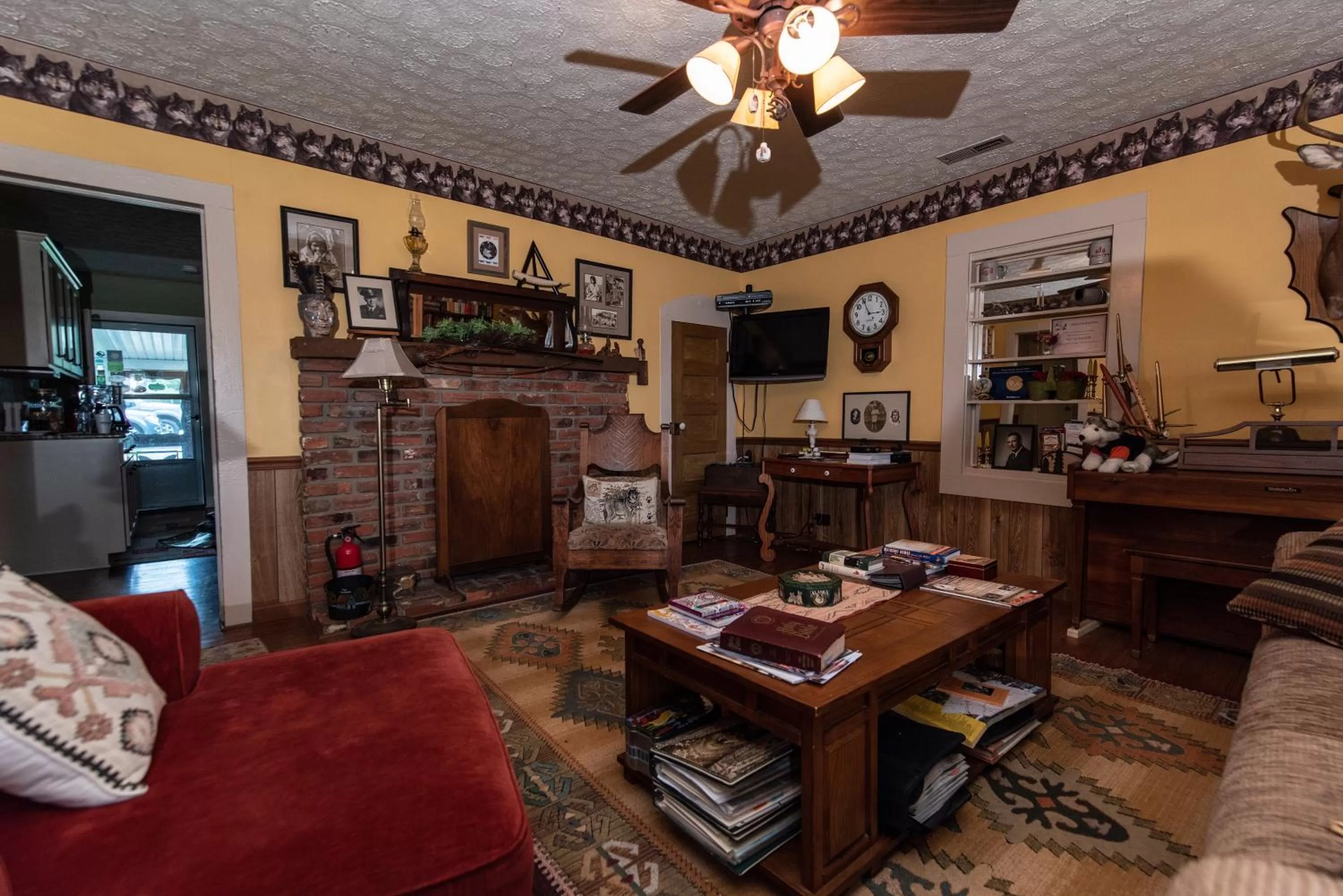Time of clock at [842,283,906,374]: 2:56
